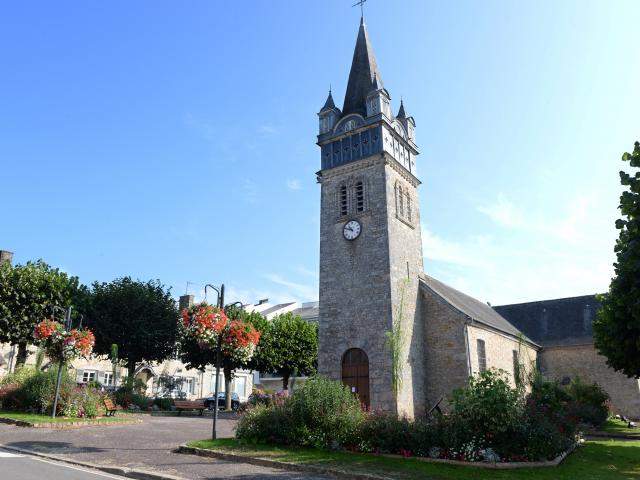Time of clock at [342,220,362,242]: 10:48
